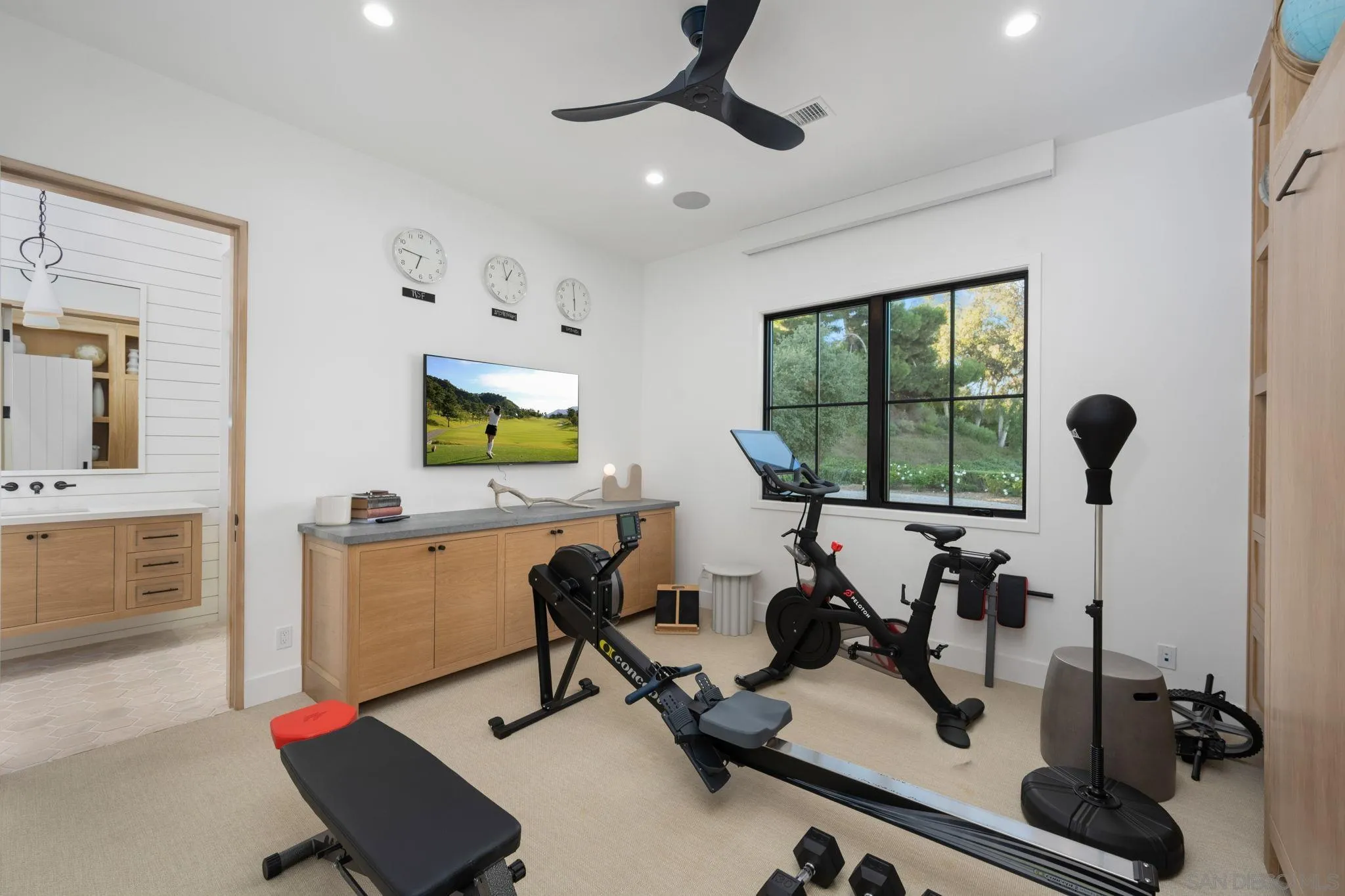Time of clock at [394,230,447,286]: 6:46
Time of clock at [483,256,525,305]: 12:57
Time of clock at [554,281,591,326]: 6:00
